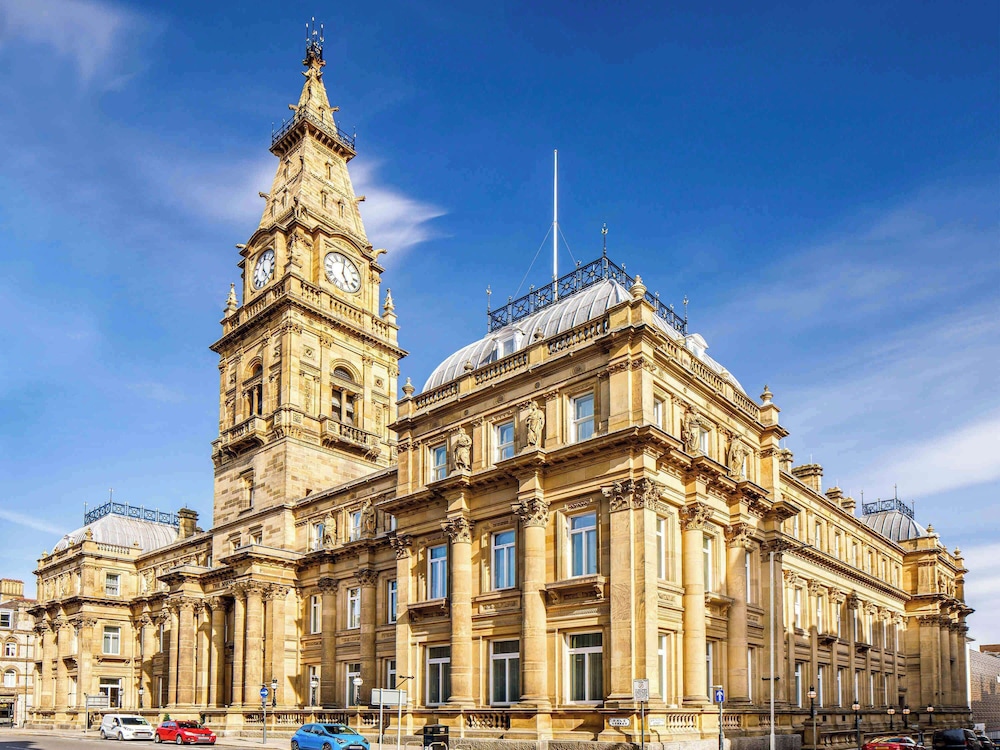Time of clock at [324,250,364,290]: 5:01
